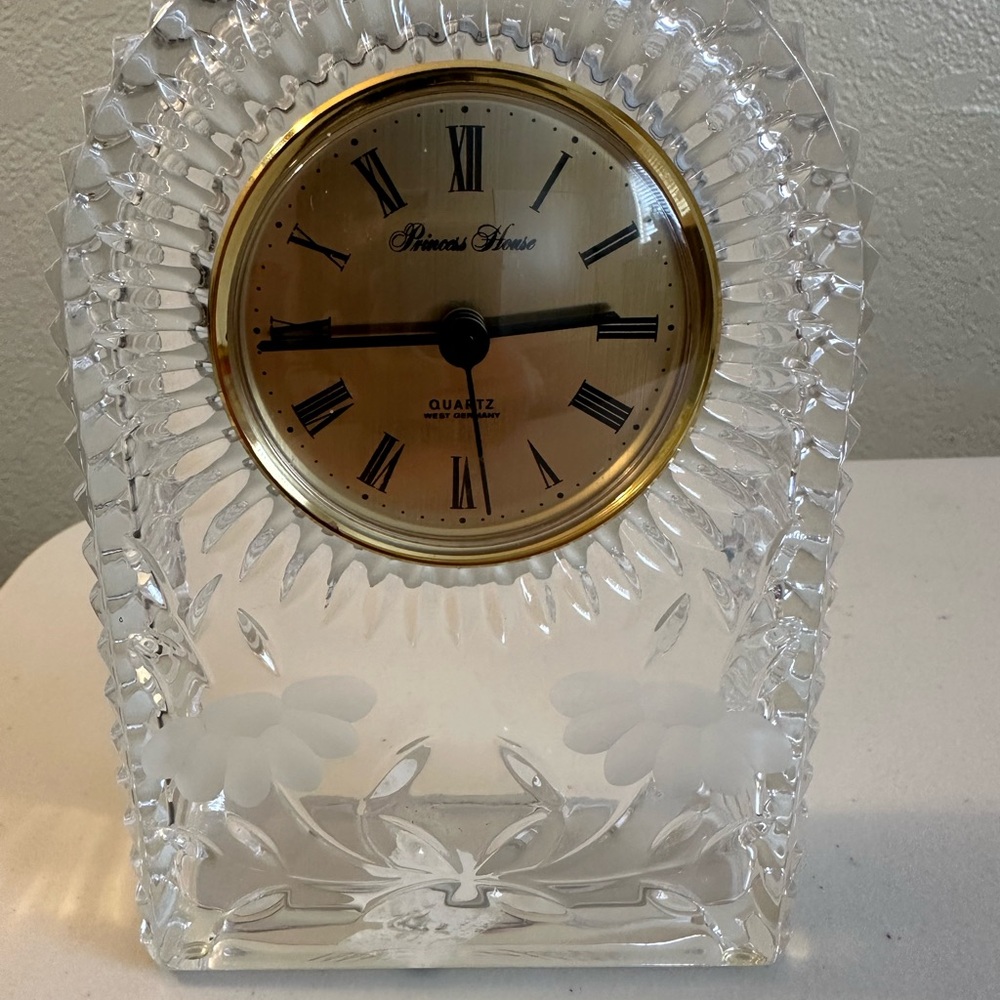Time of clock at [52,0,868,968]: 2:44
